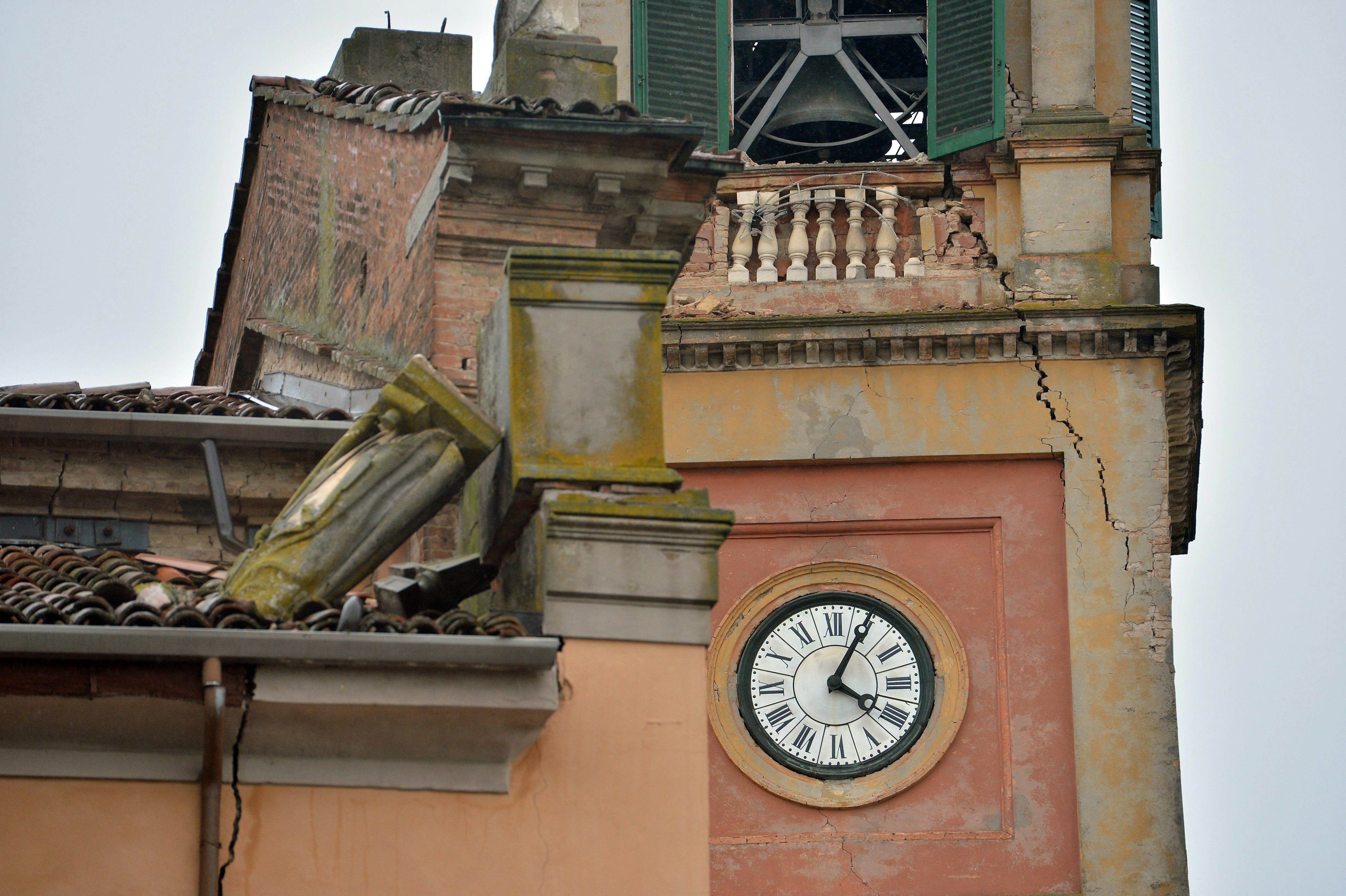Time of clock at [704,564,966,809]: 4:04
